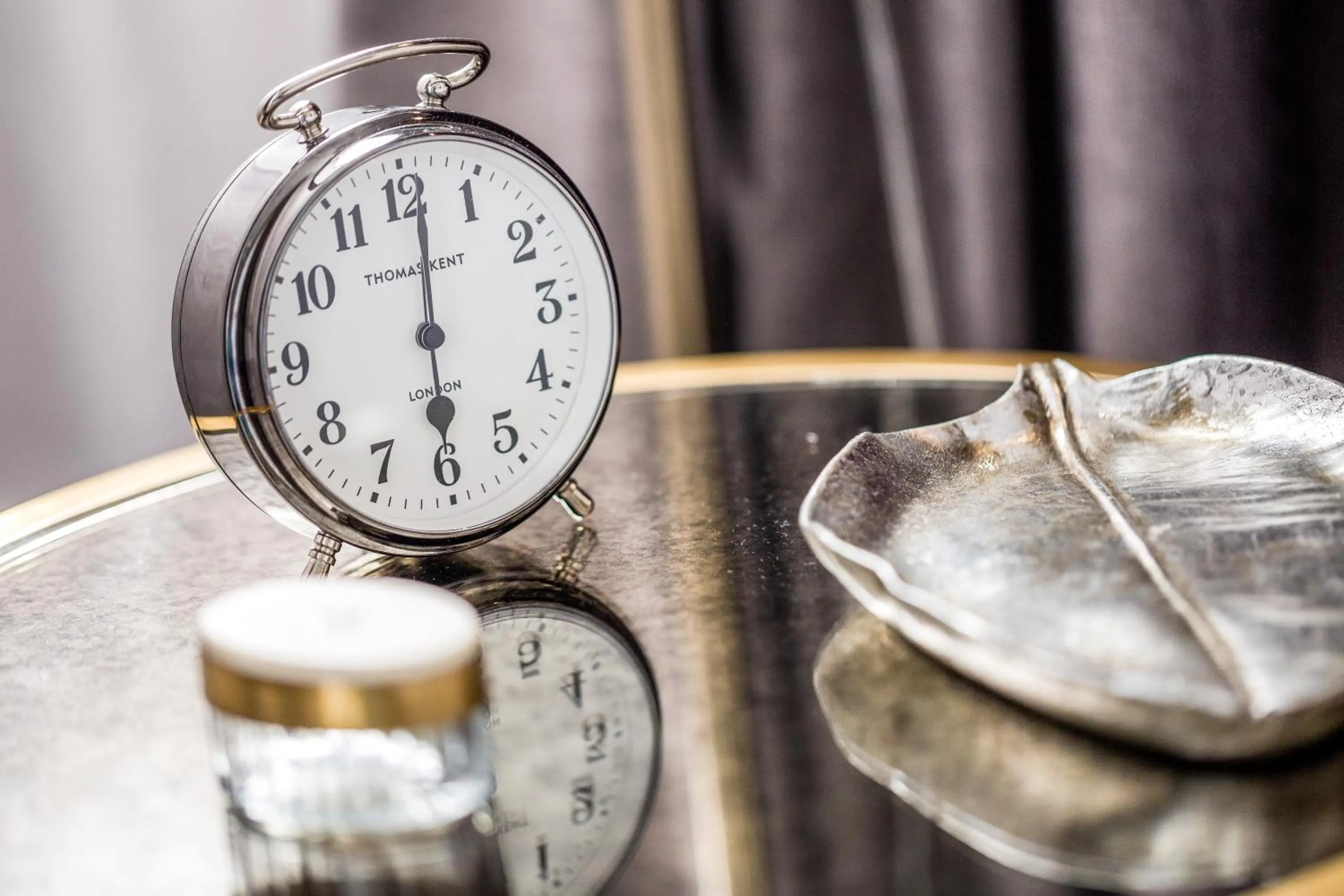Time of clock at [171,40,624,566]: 6:00
